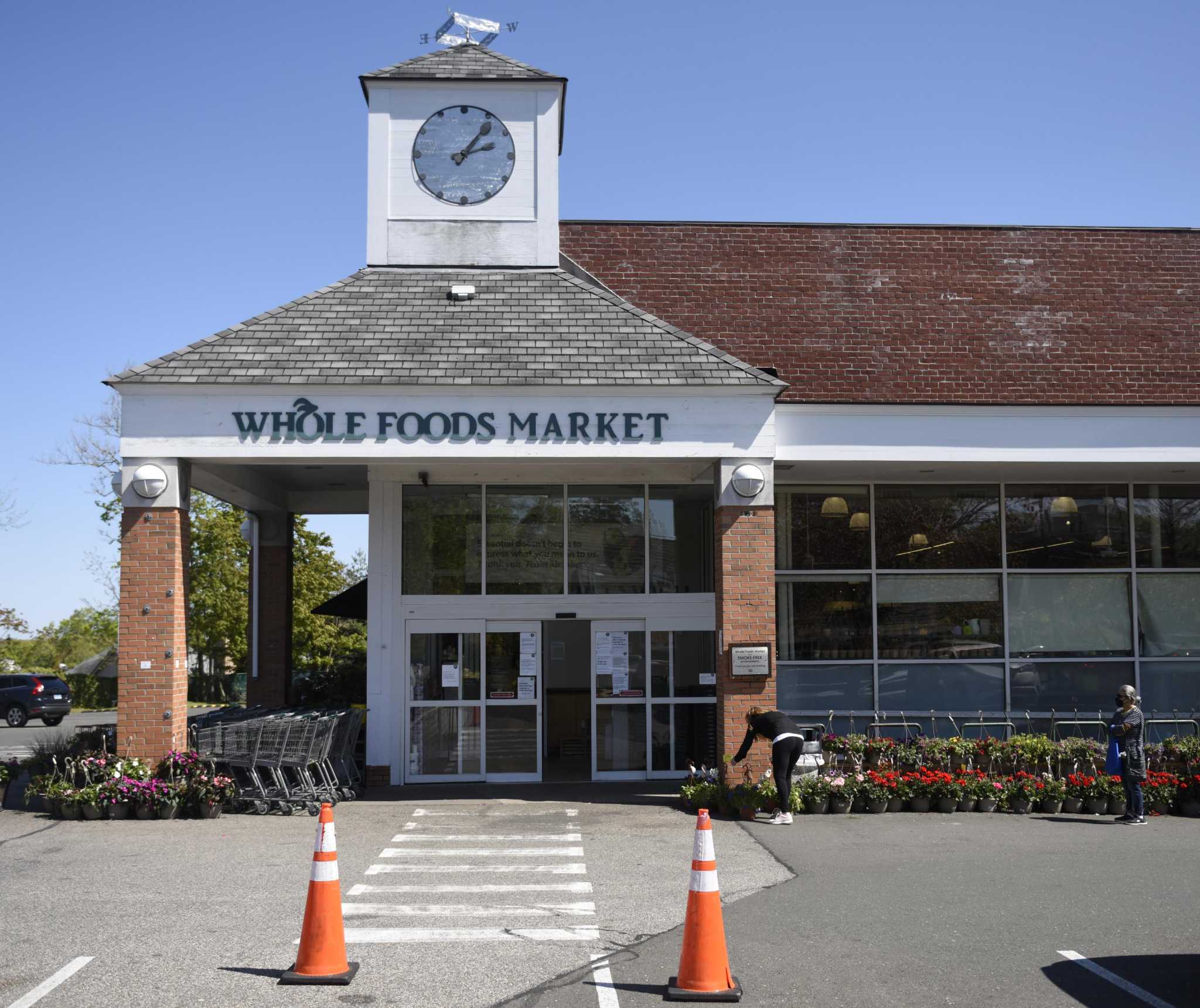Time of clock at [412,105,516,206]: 2:06
